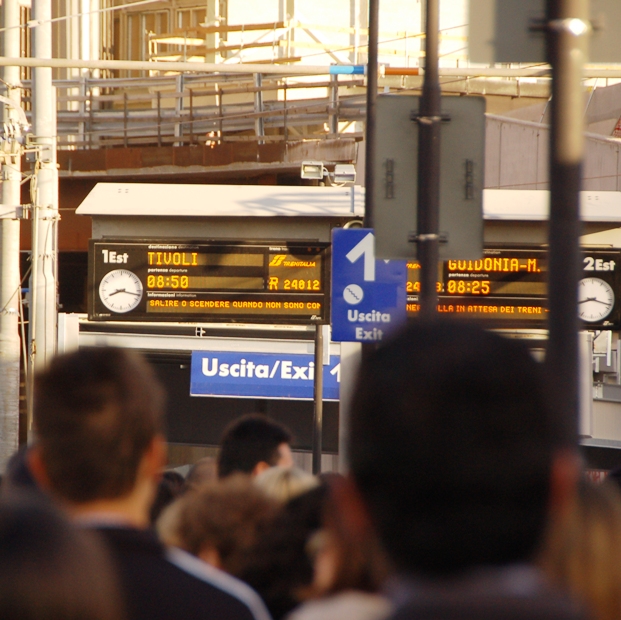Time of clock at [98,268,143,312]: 8:17
